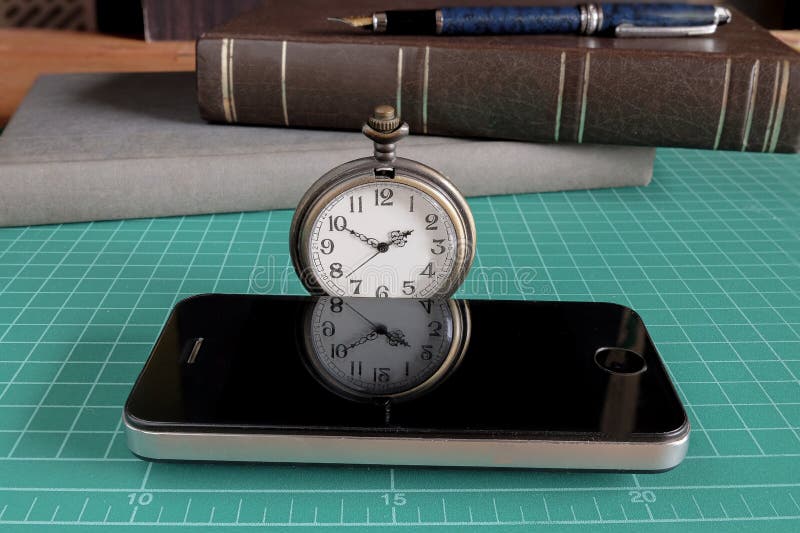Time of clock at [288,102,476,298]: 1:50
